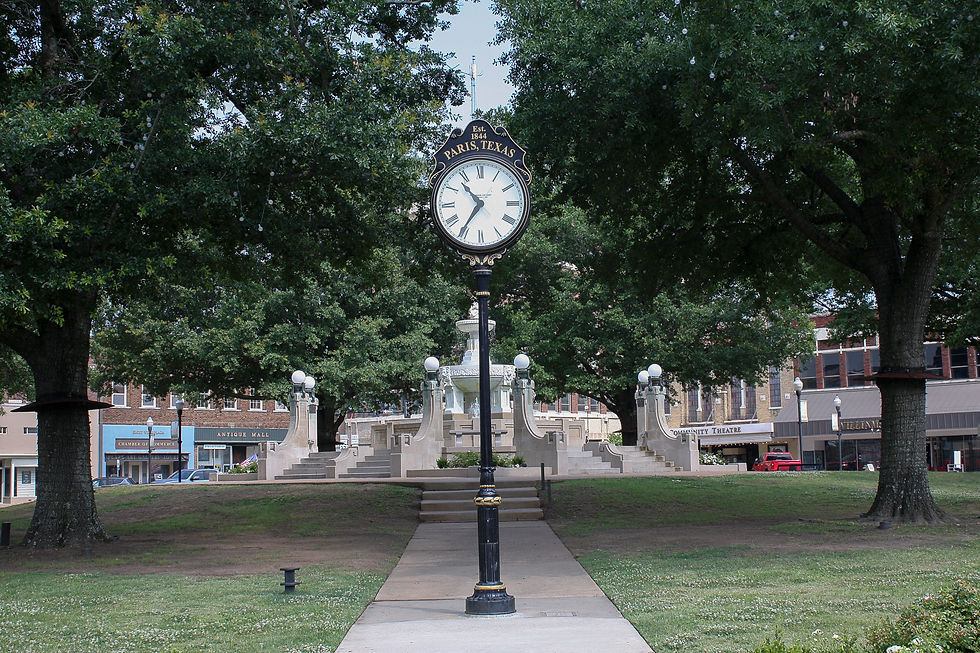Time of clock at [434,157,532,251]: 10:35
